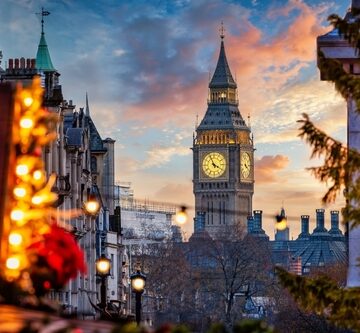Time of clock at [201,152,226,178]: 3:55
